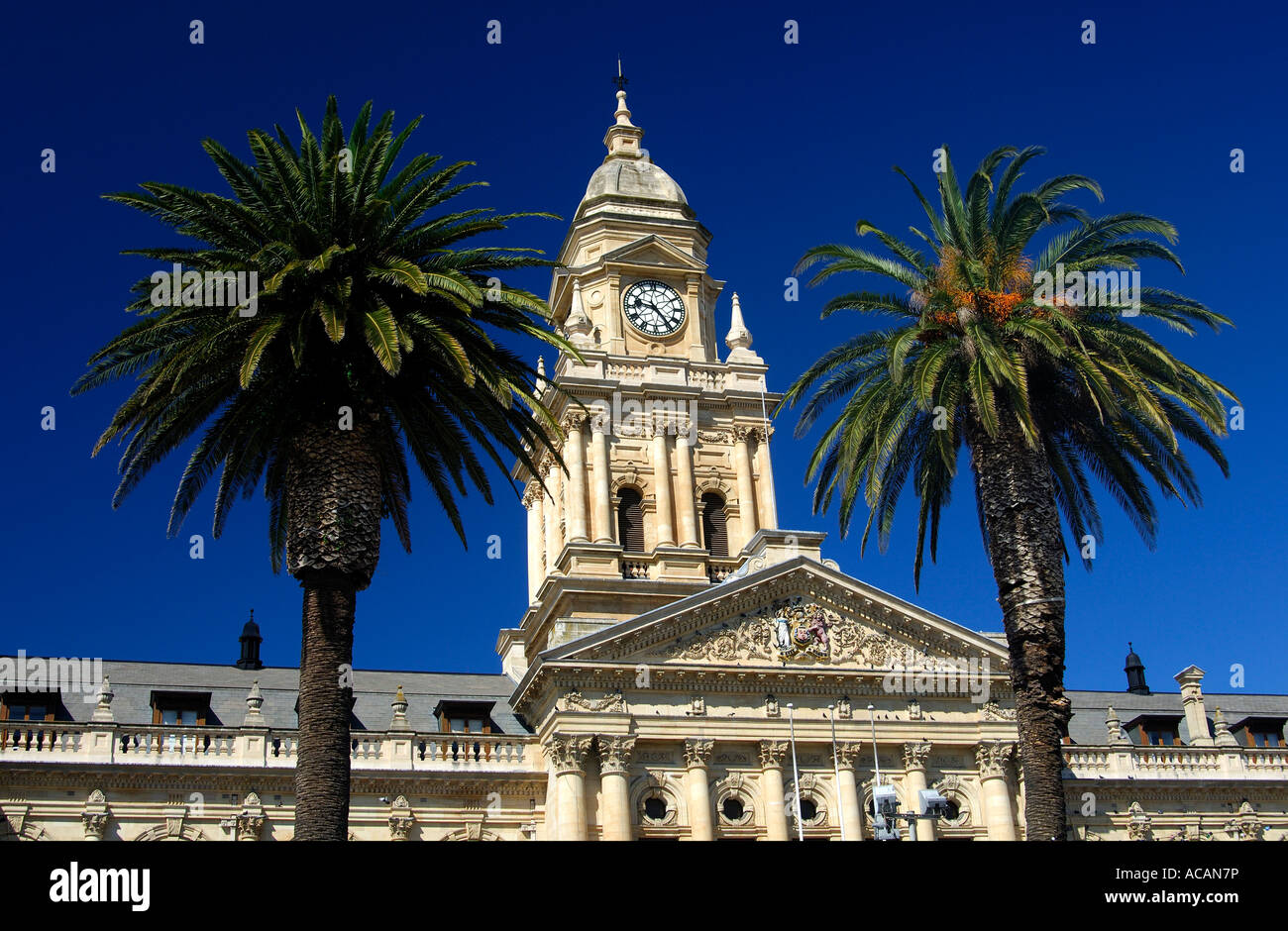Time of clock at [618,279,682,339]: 9:23
